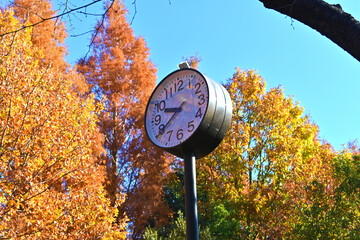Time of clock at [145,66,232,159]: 9:39
